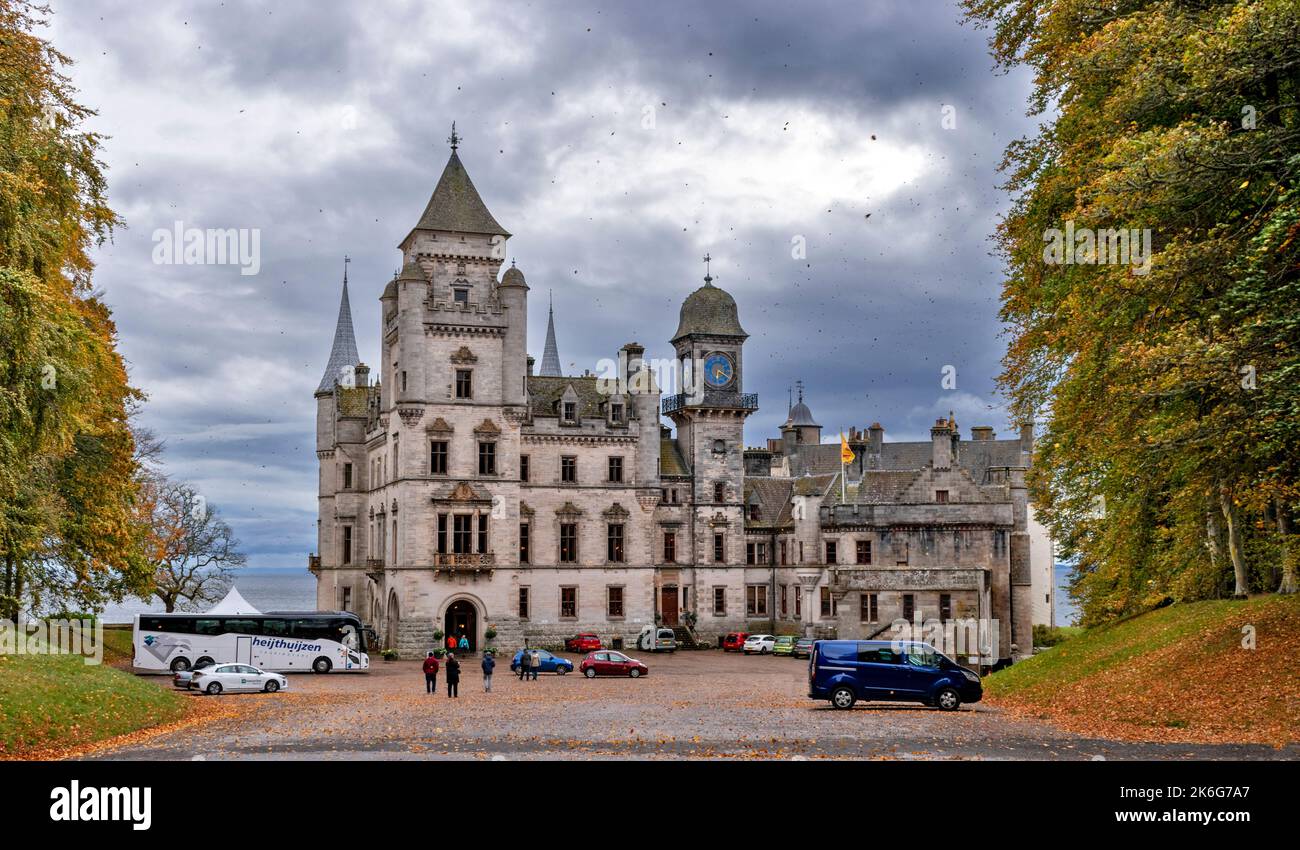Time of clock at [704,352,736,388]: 6:19
